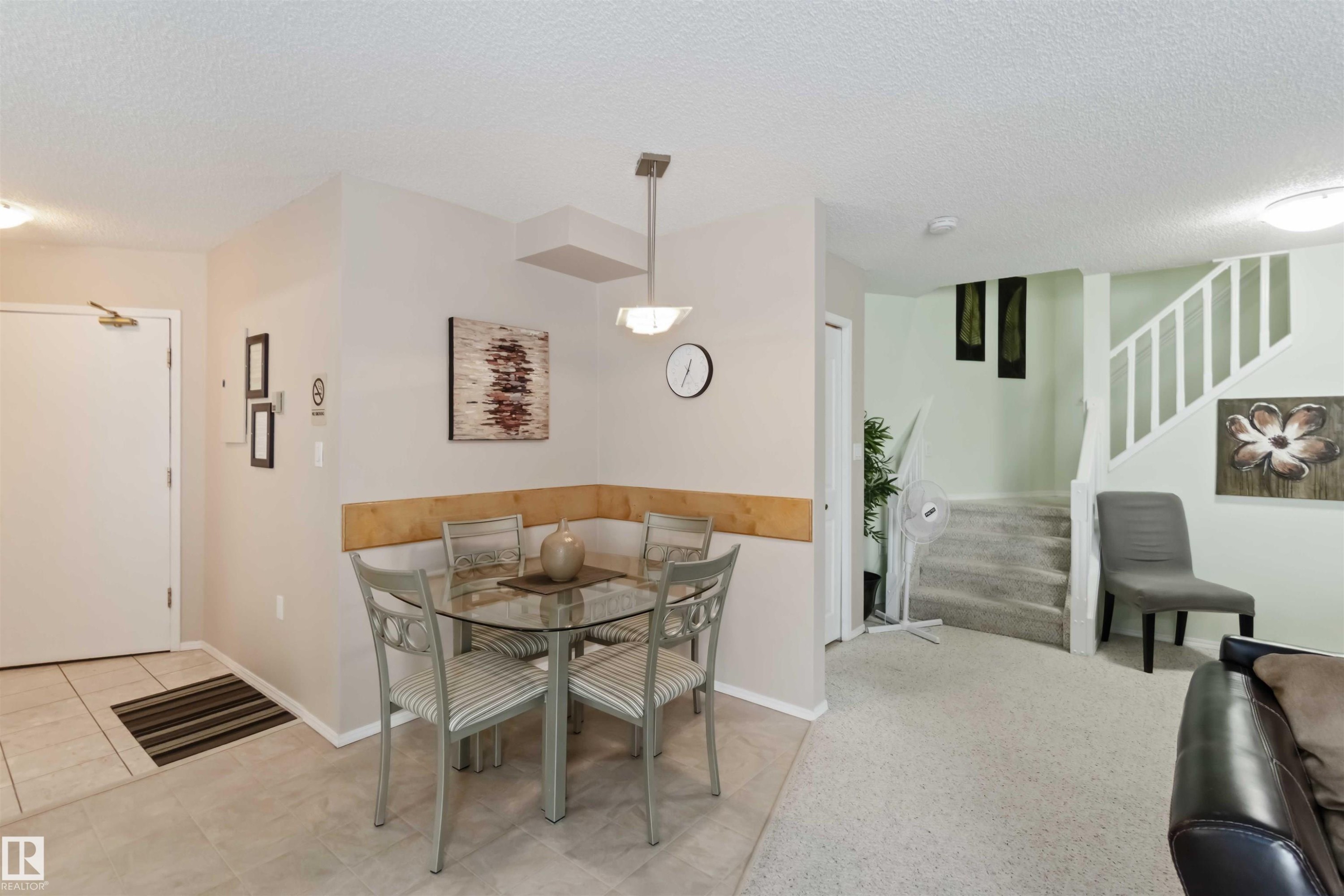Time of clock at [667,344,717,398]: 12:34
